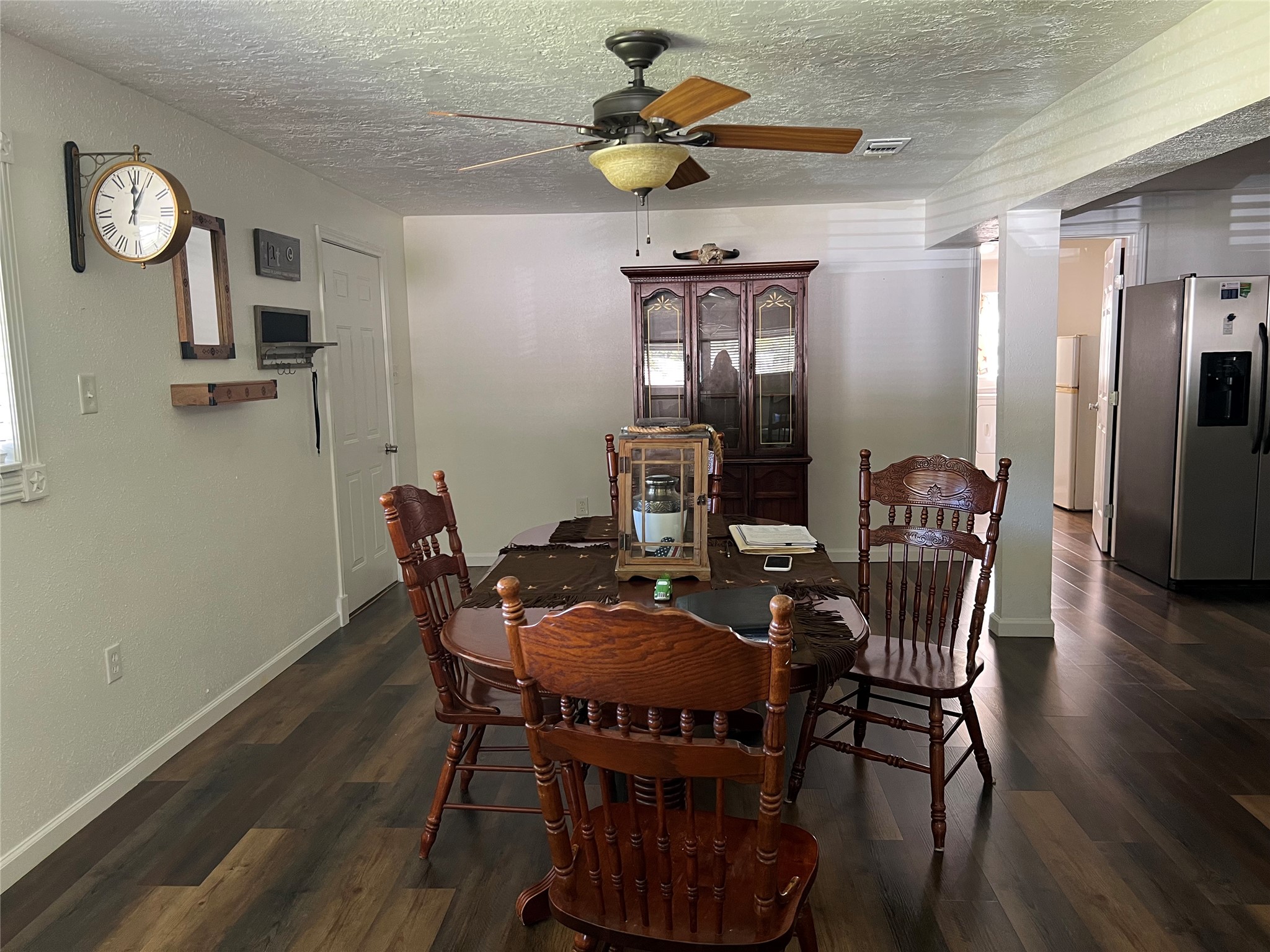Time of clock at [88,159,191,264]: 12:04
